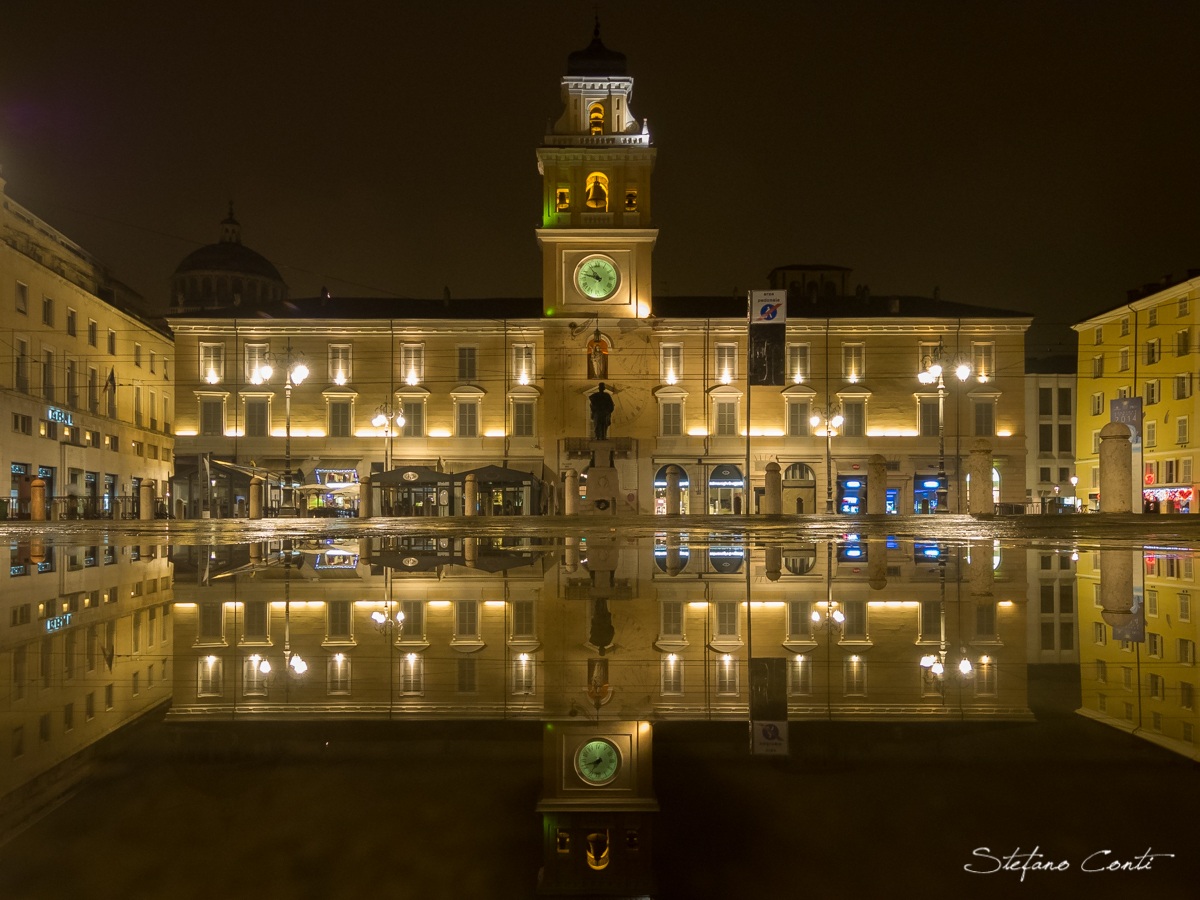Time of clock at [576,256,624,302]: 10:47
